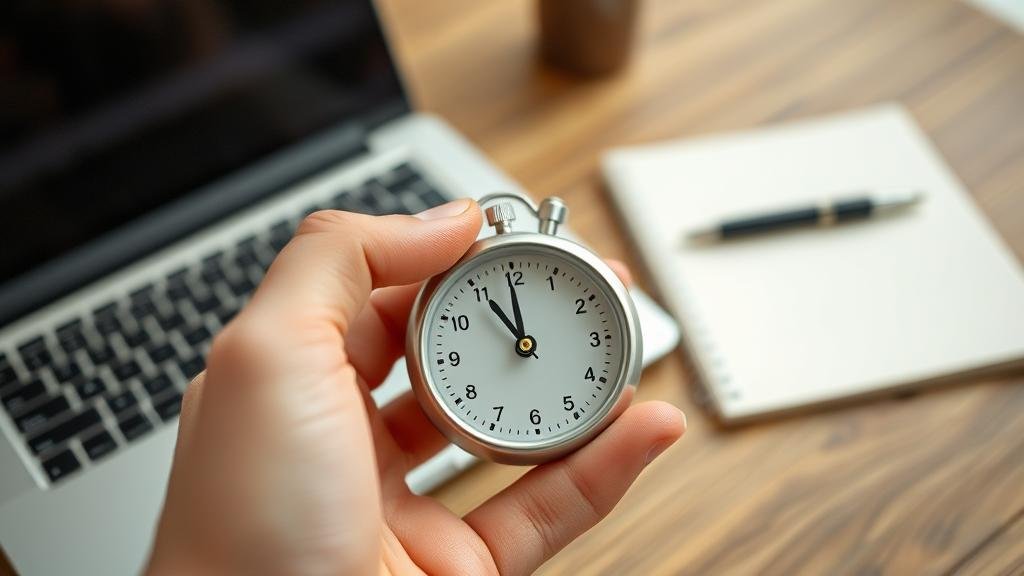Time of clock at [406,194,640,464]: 10:59
